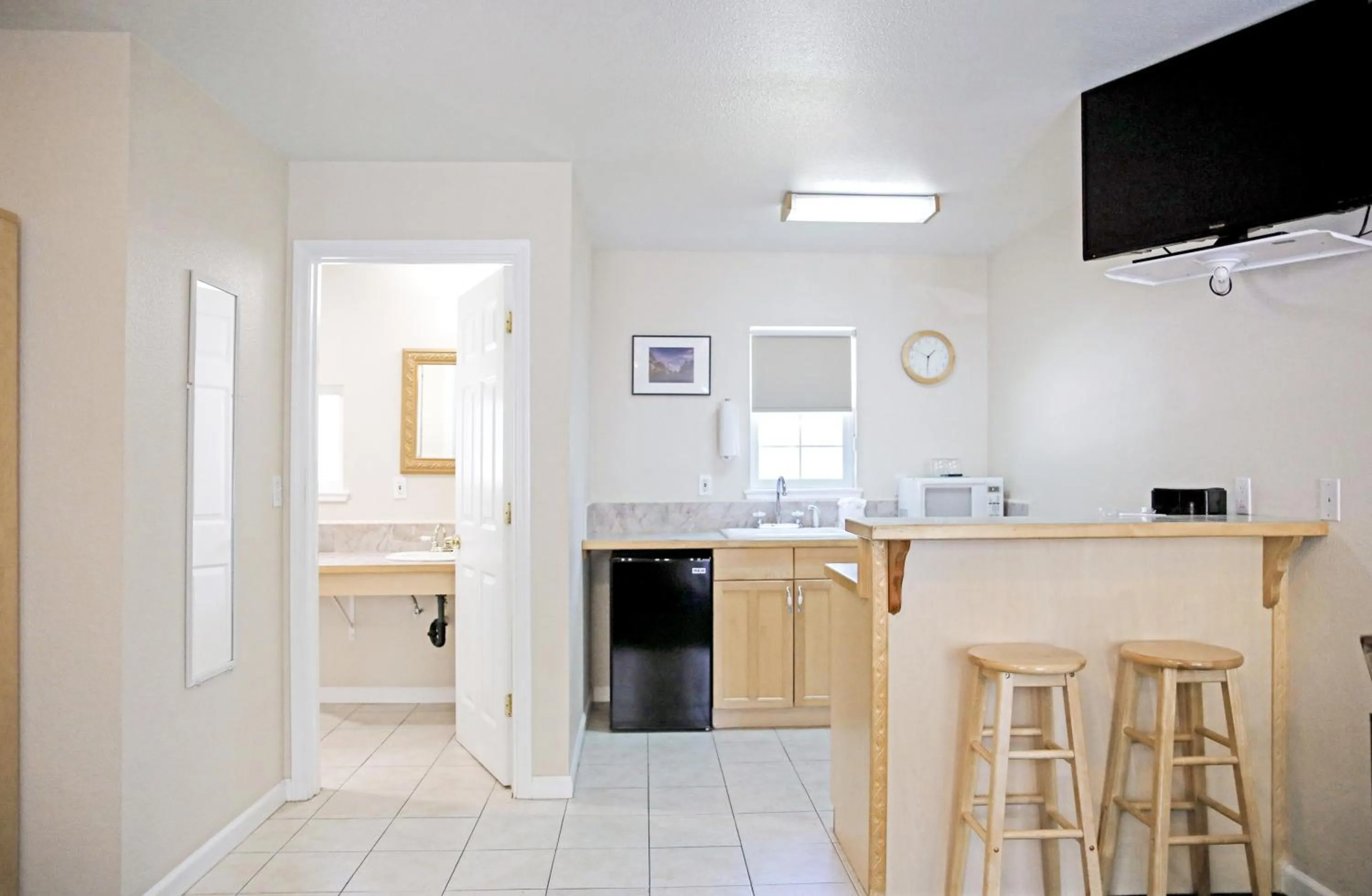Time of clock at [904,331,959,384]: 1:30
